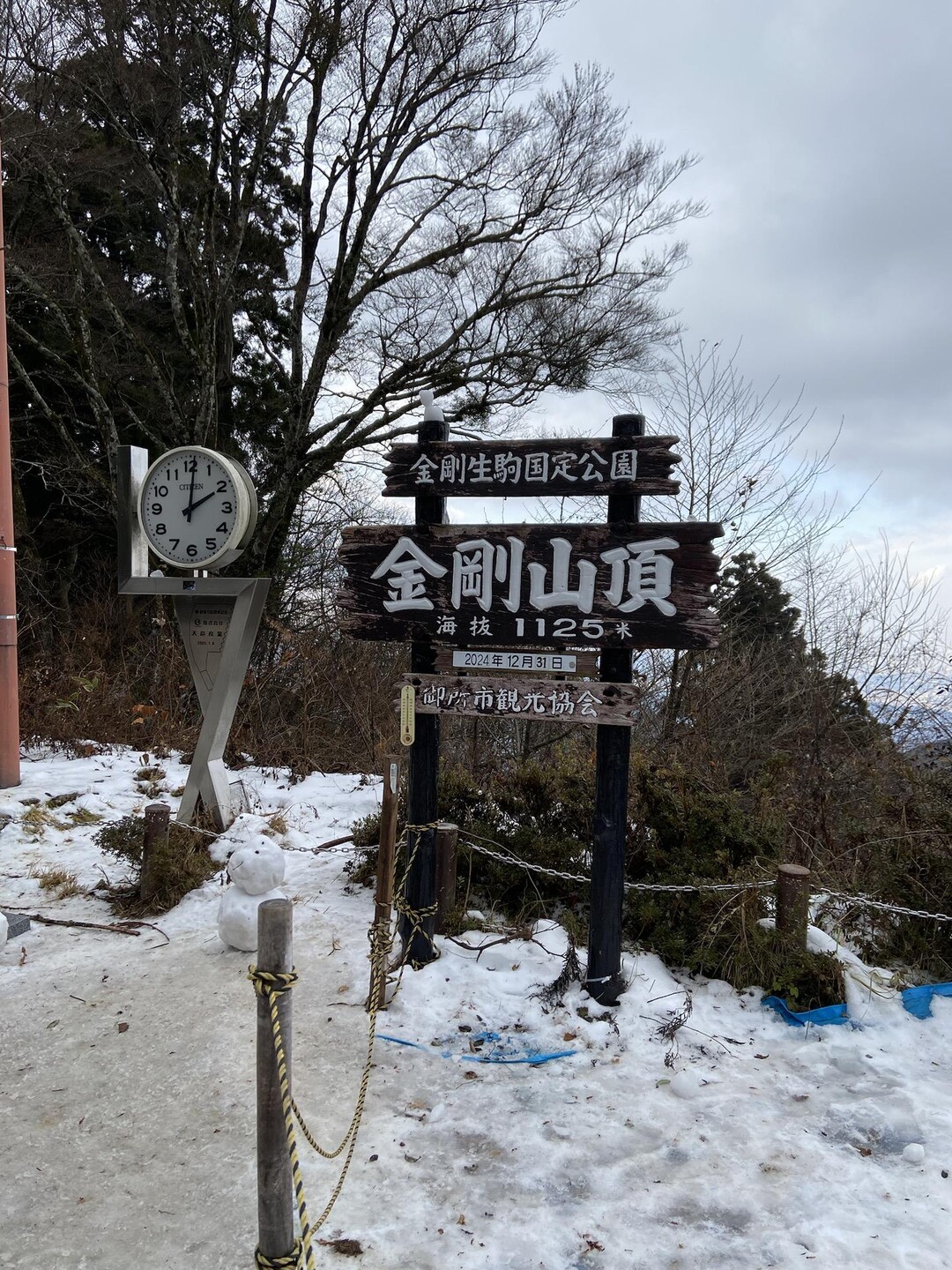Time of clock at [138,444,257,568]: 2:01
